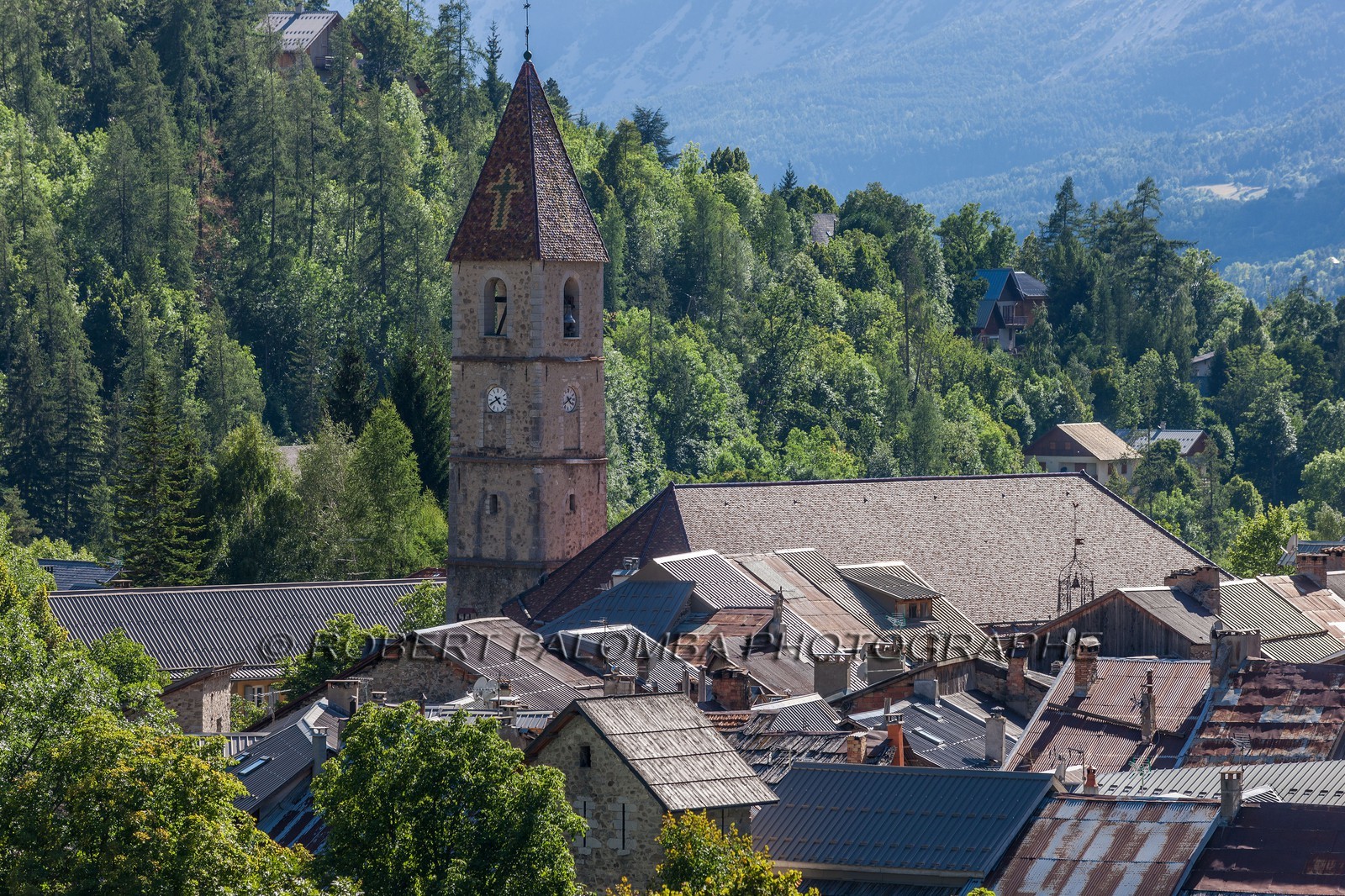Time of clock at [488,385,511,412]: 4:40
